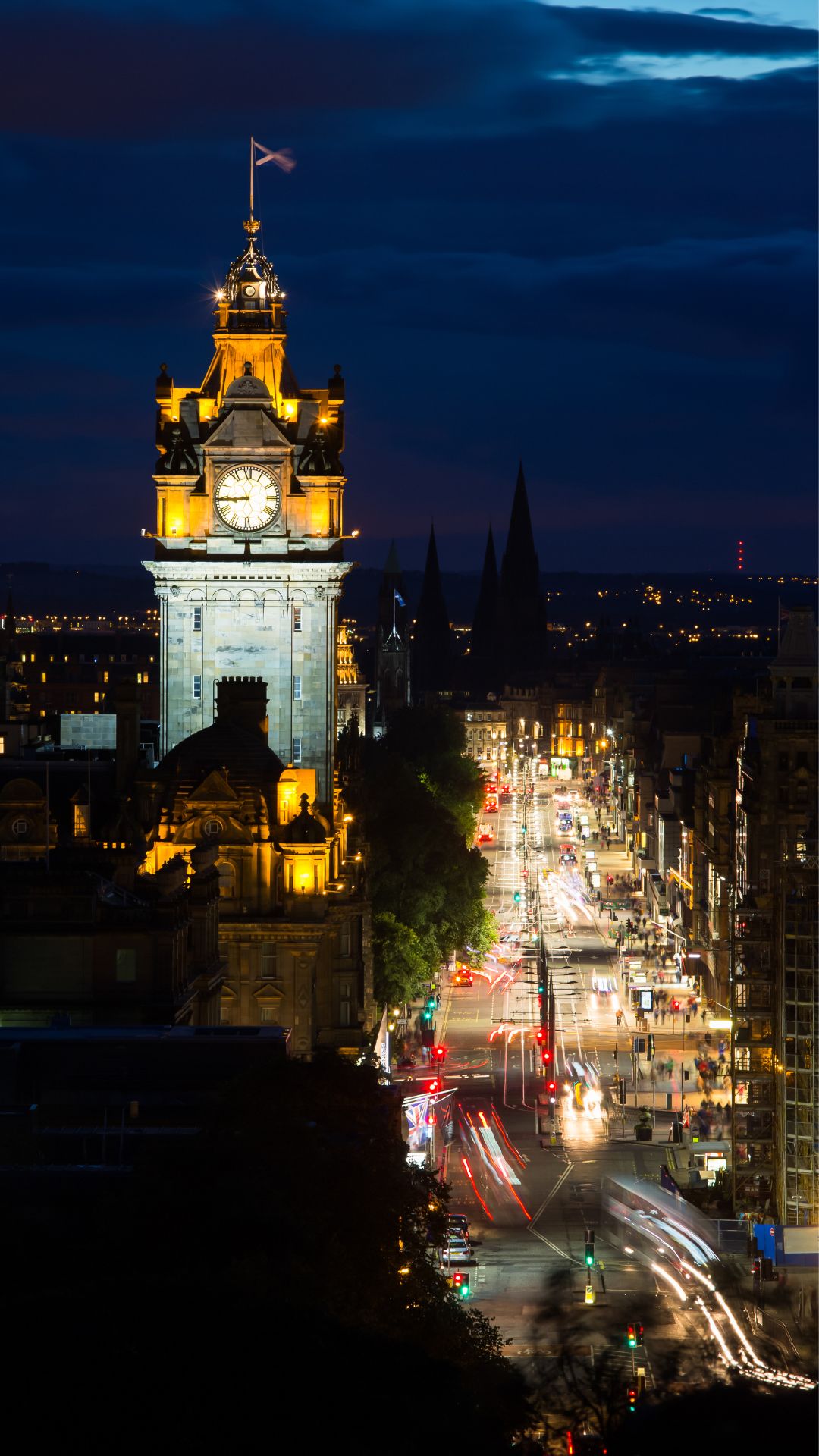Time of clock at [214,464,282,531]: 8:44
